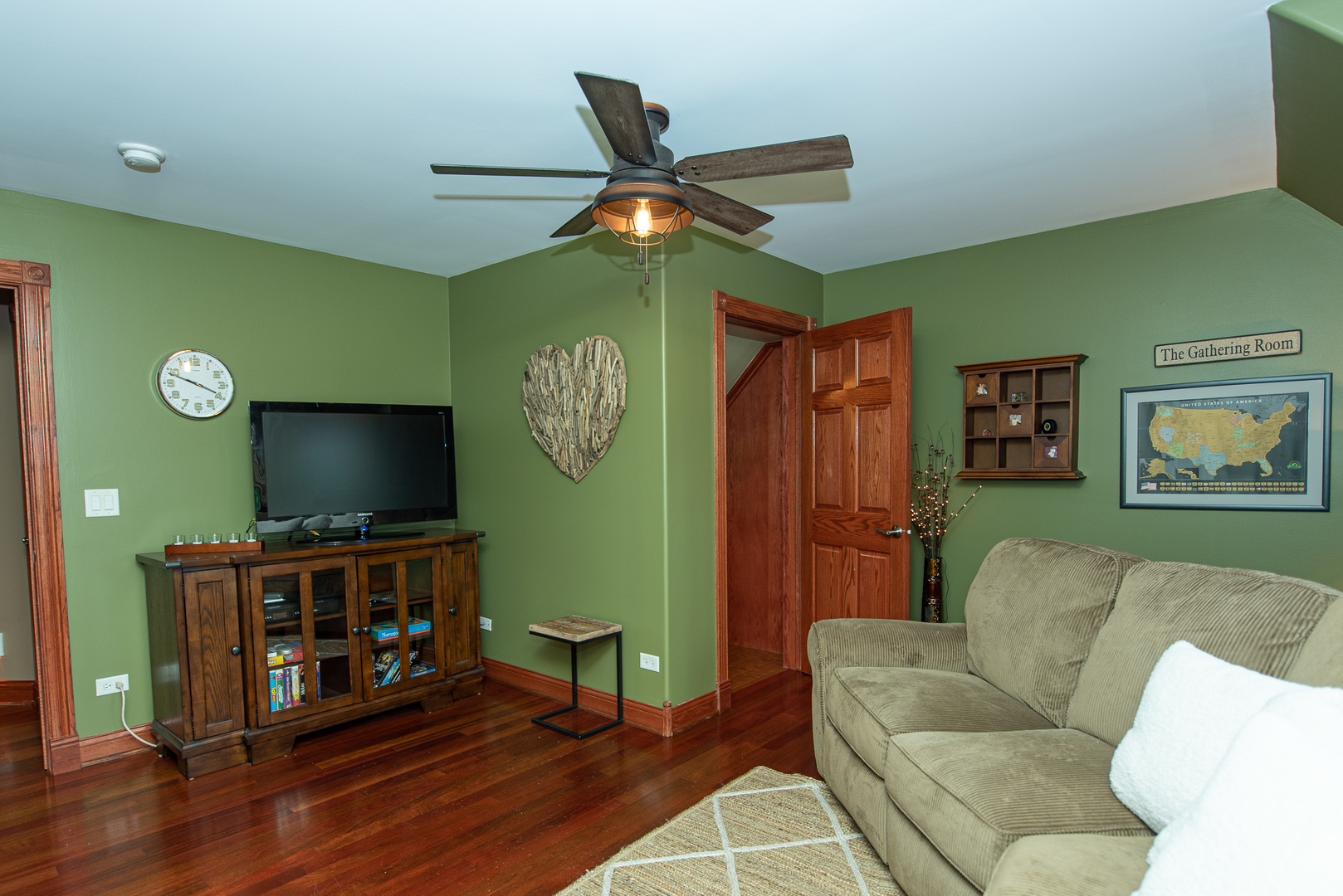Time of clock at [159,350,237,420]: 3:48
